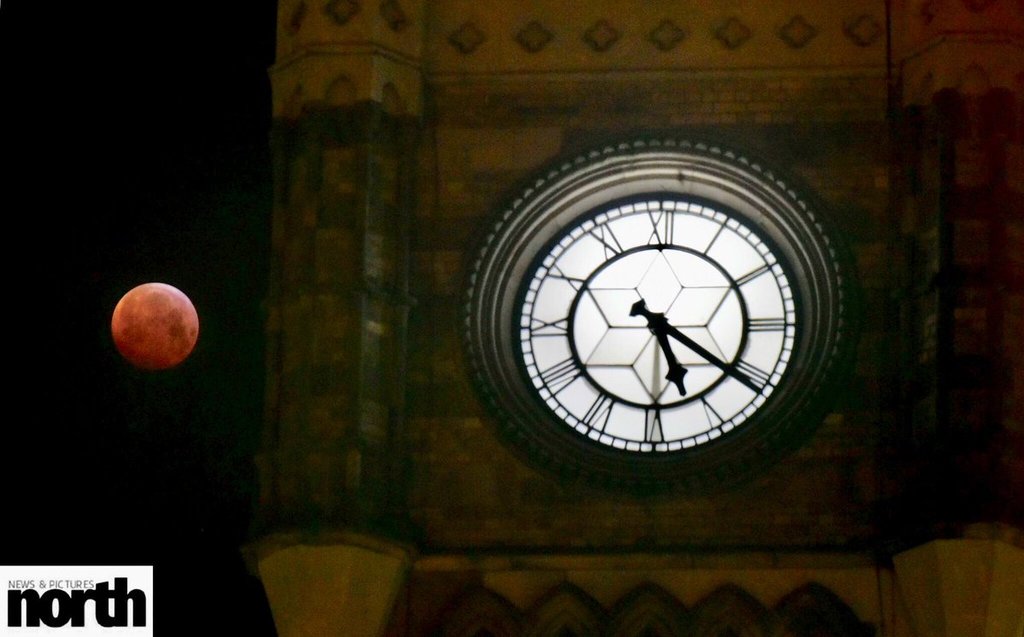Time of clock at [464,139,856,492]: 5:20
